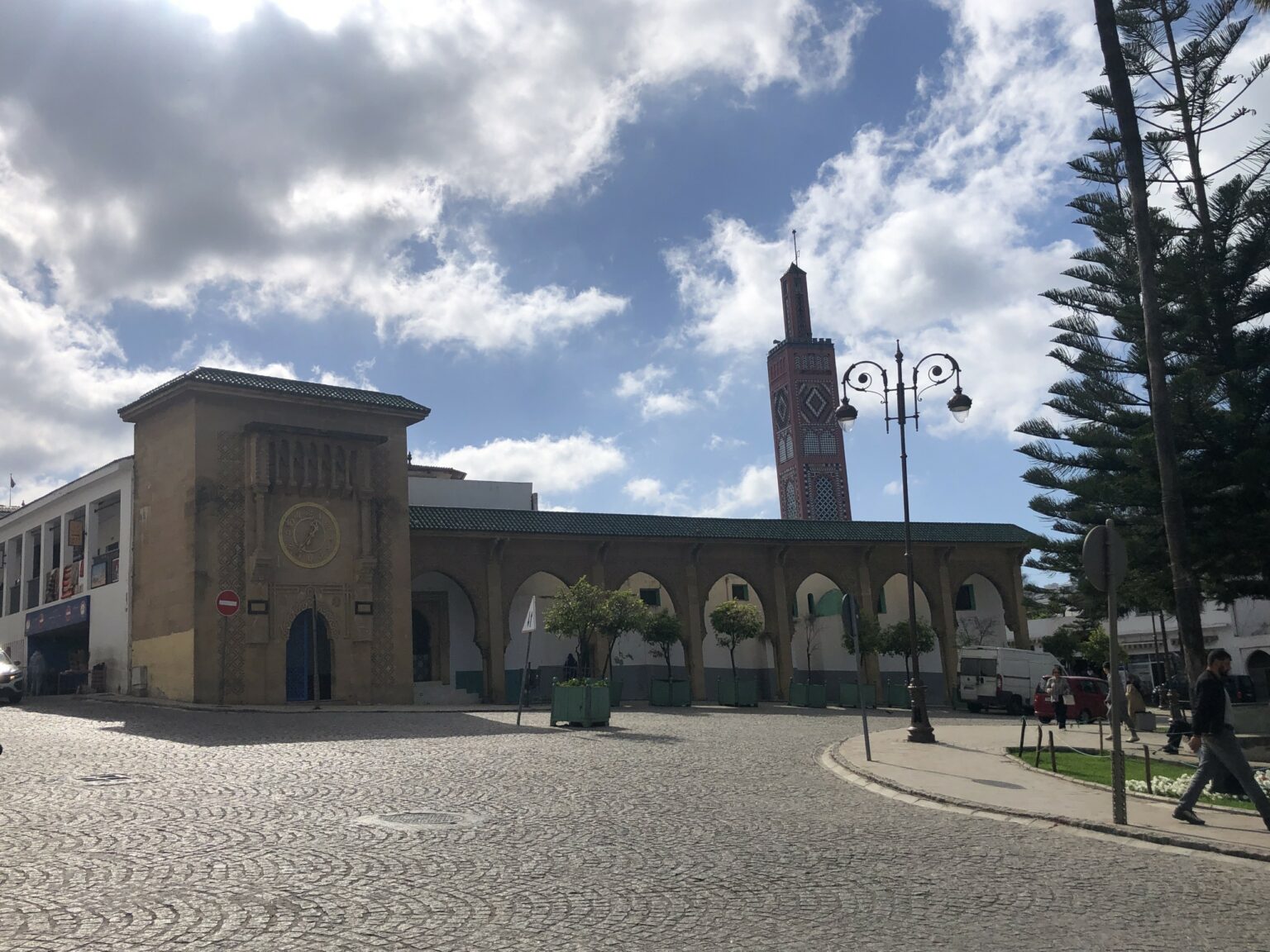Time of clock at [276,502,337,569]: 12:36
